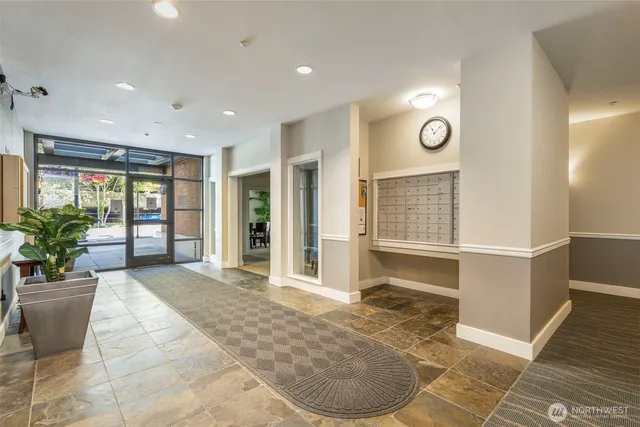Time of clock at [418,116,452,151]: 11:07
